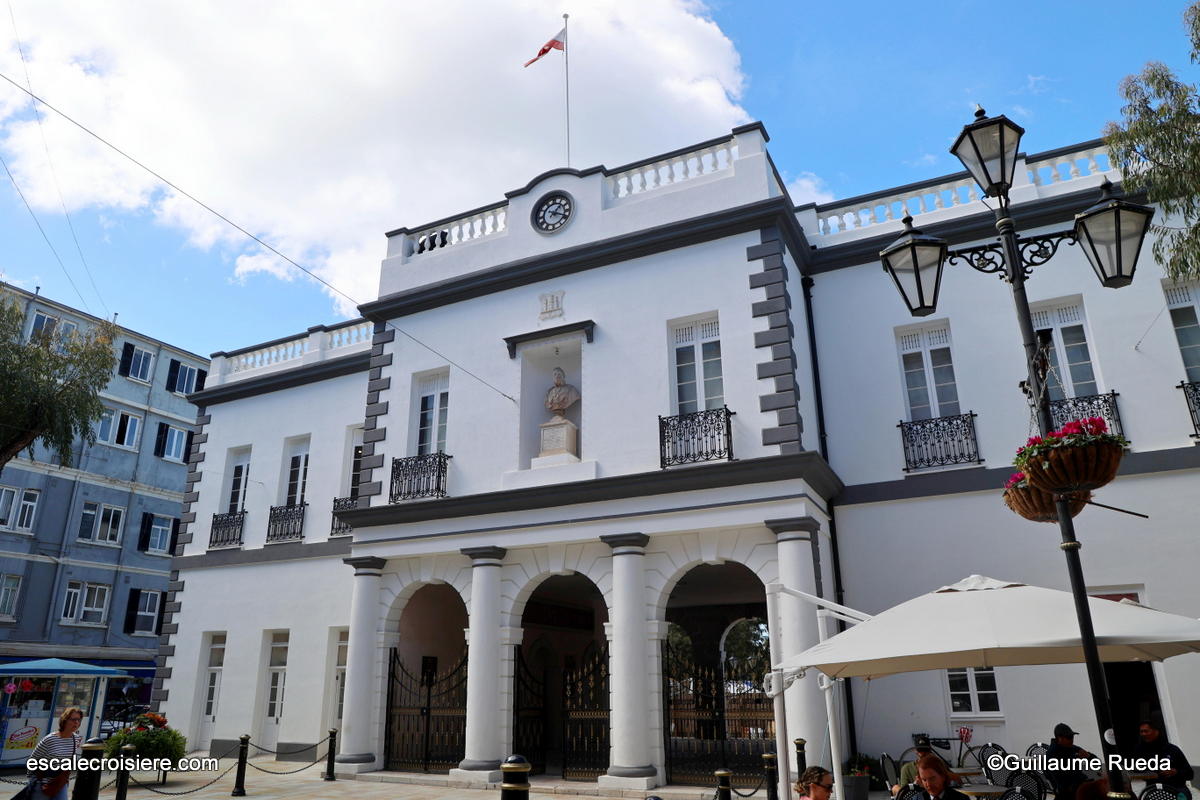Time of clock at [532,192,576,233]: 1:18
